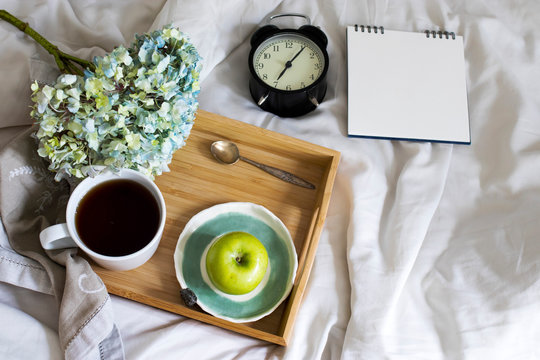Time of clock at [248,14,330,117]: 7:06
